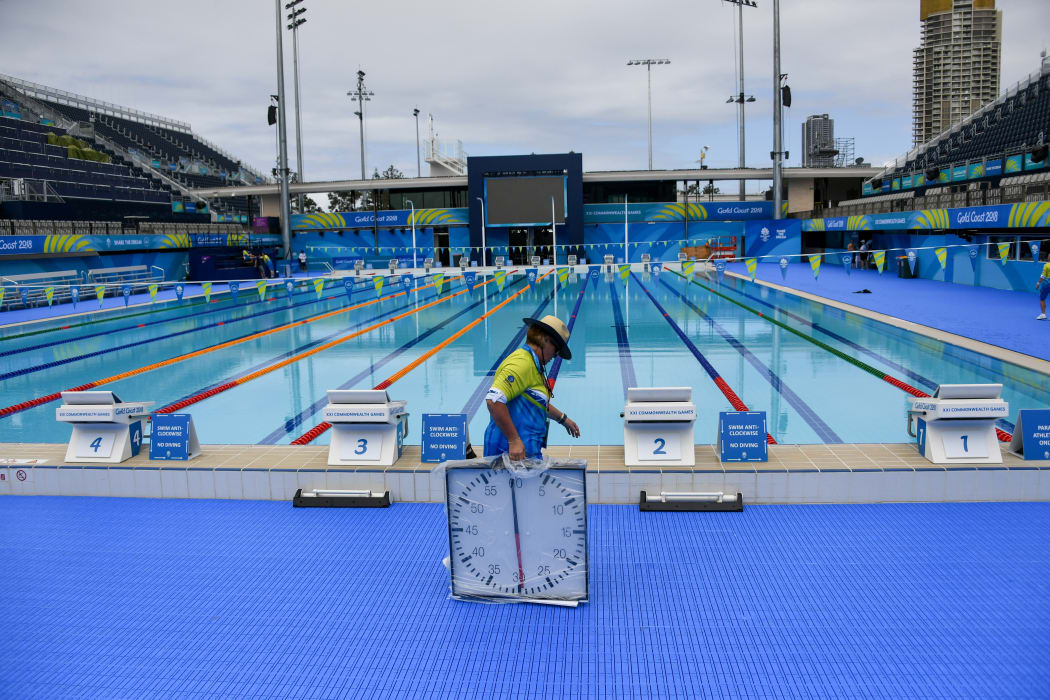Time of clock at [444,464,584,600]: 5:59
